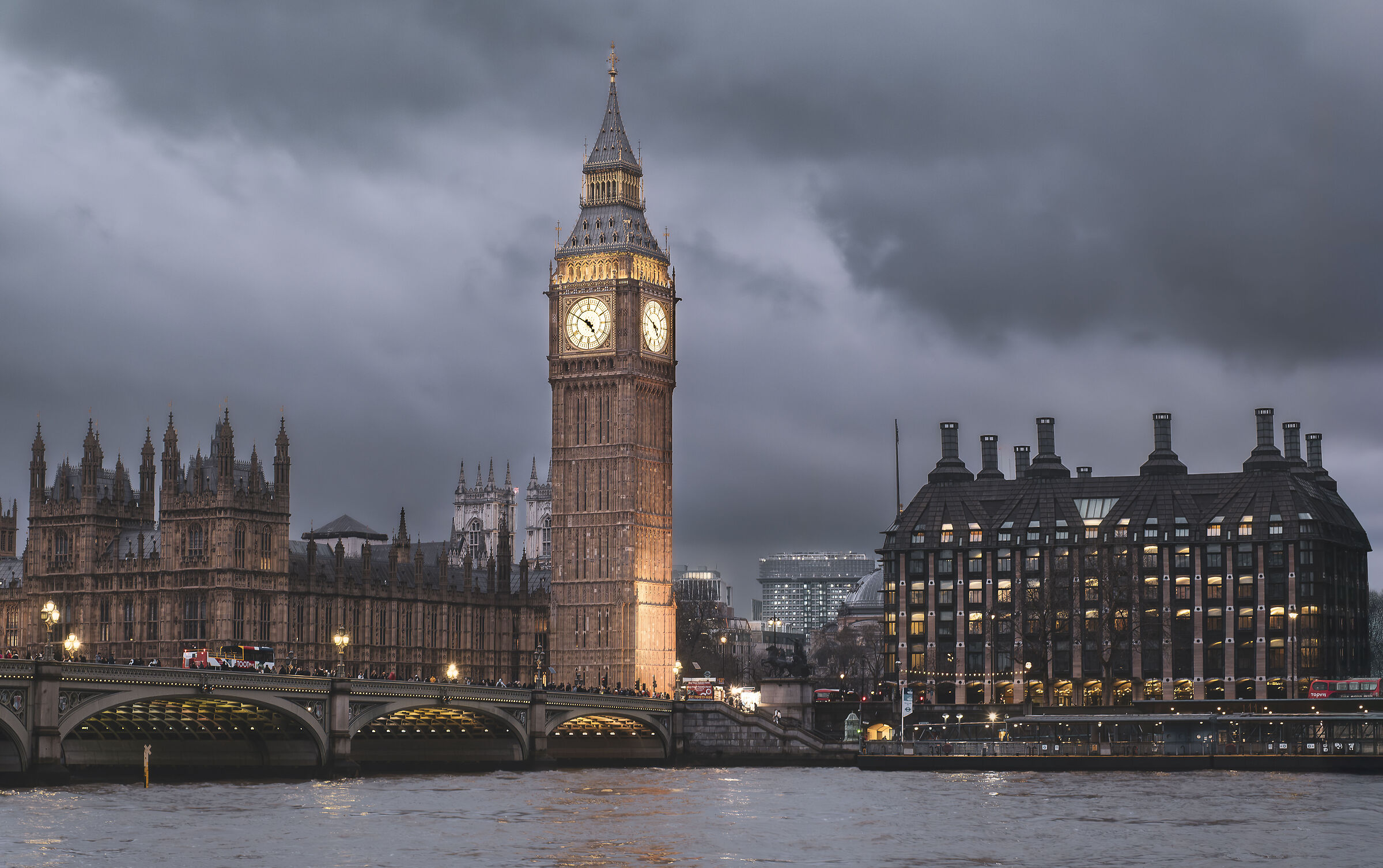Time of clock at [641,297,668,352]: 4:49
